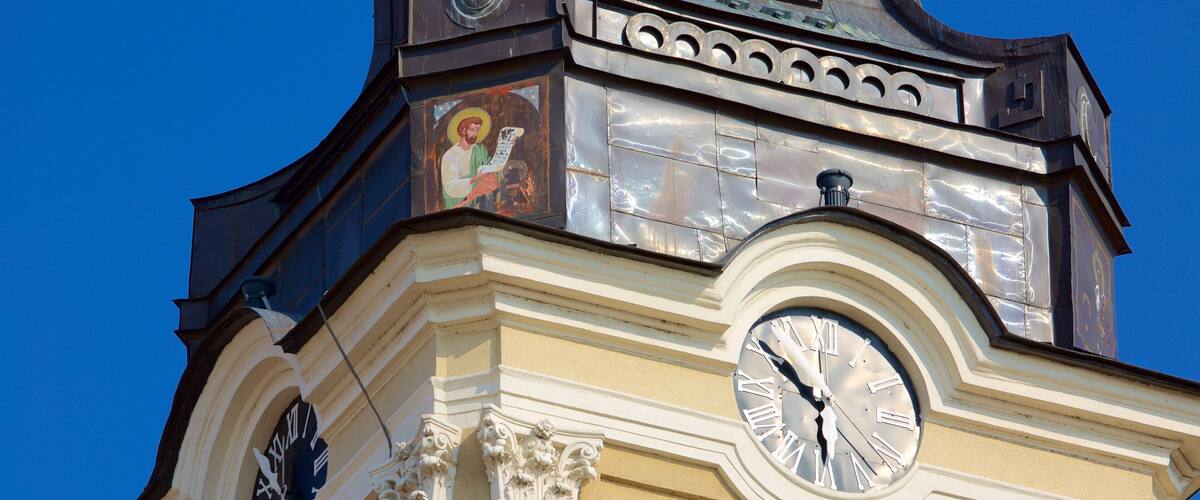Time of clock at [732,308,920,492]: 5:50
